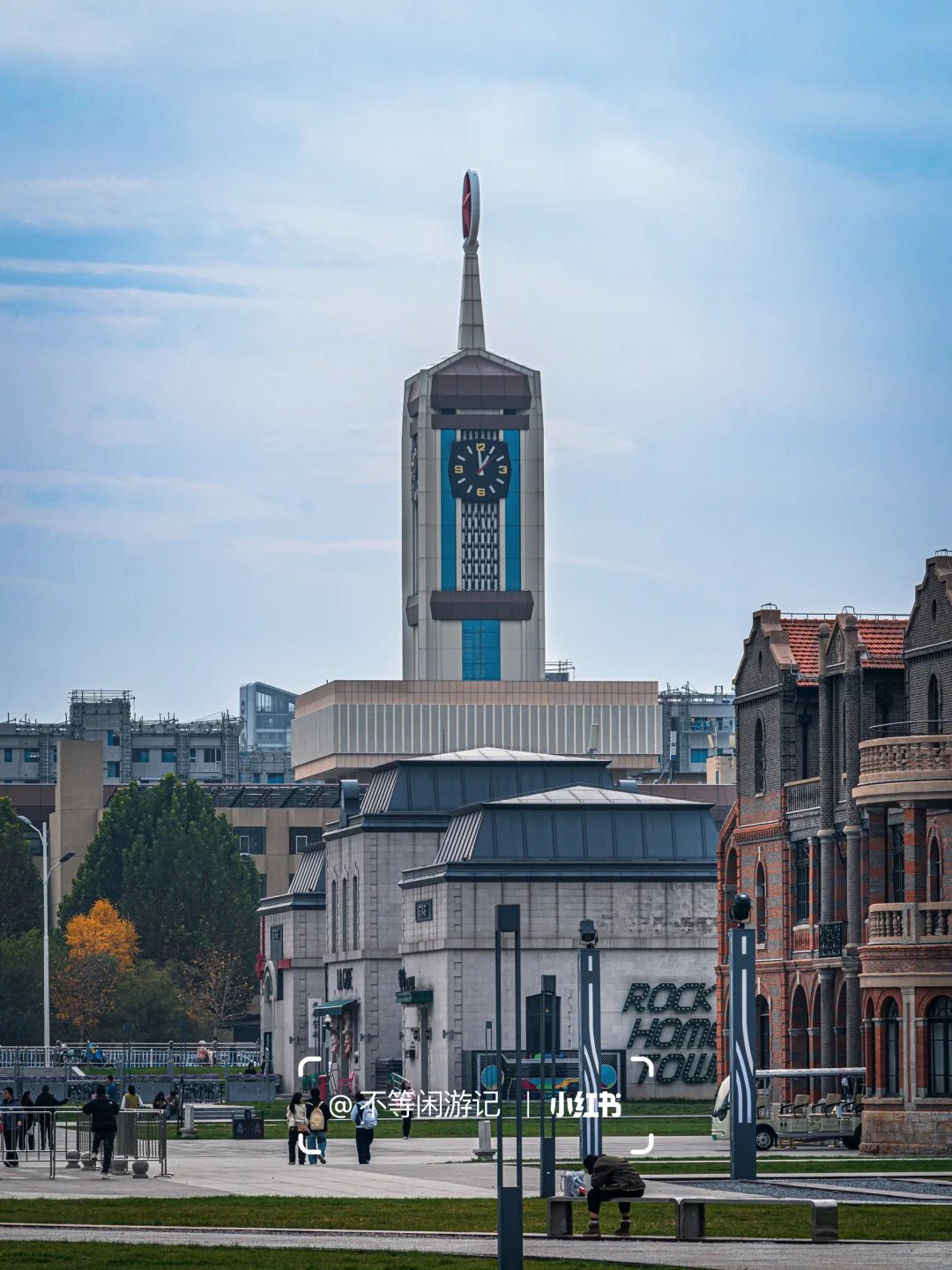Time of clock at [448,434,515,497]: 12:59
